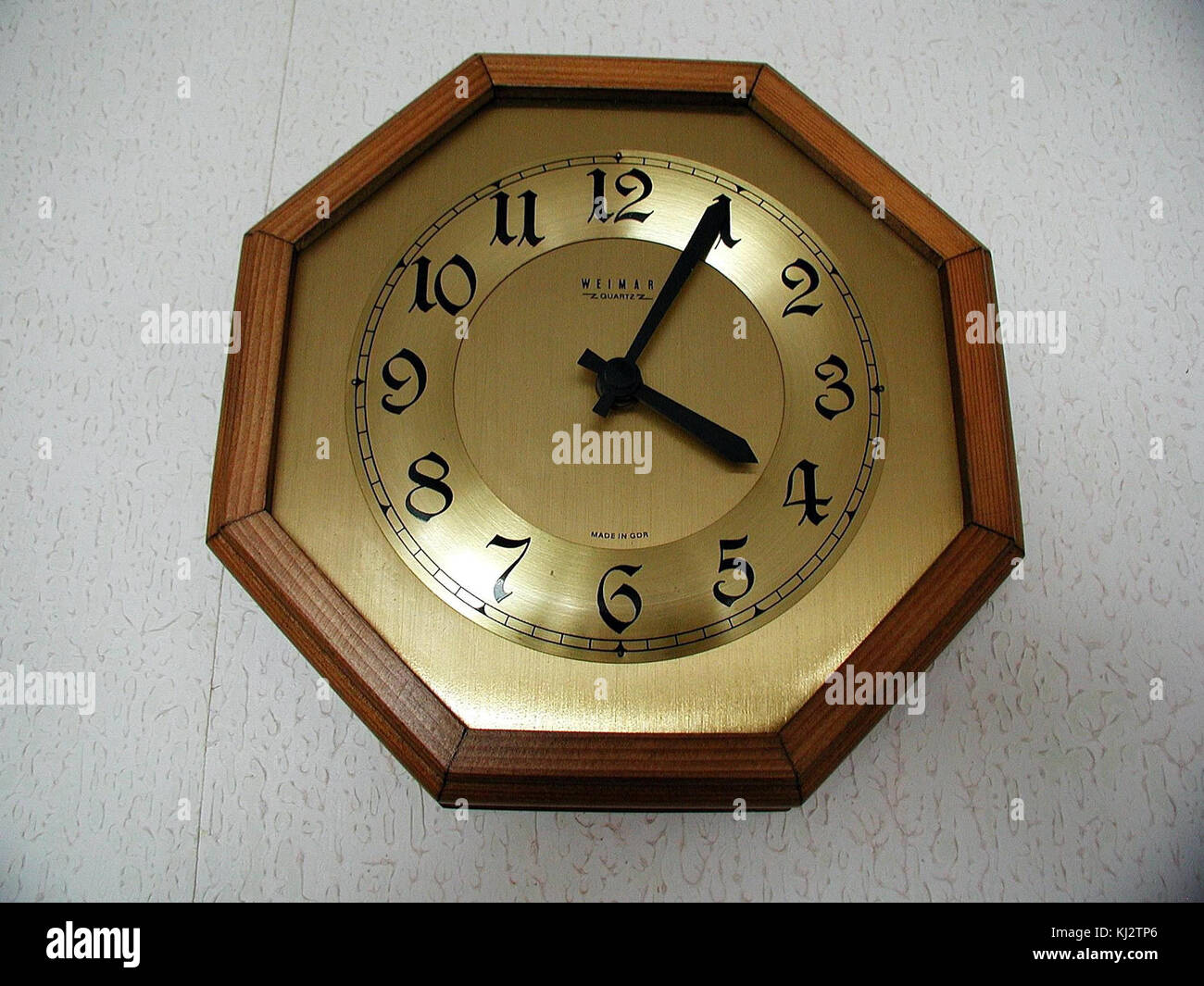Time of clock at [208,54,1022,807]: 4:04
